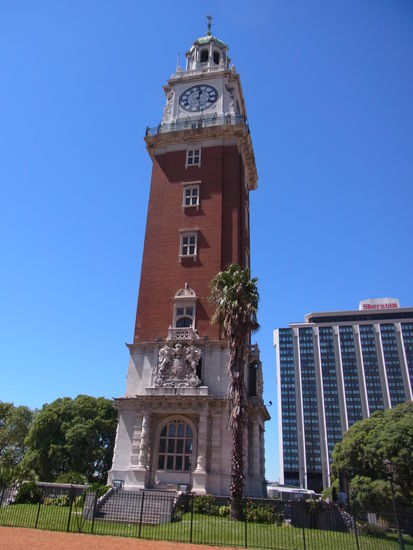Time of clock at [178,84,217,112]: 12:28
